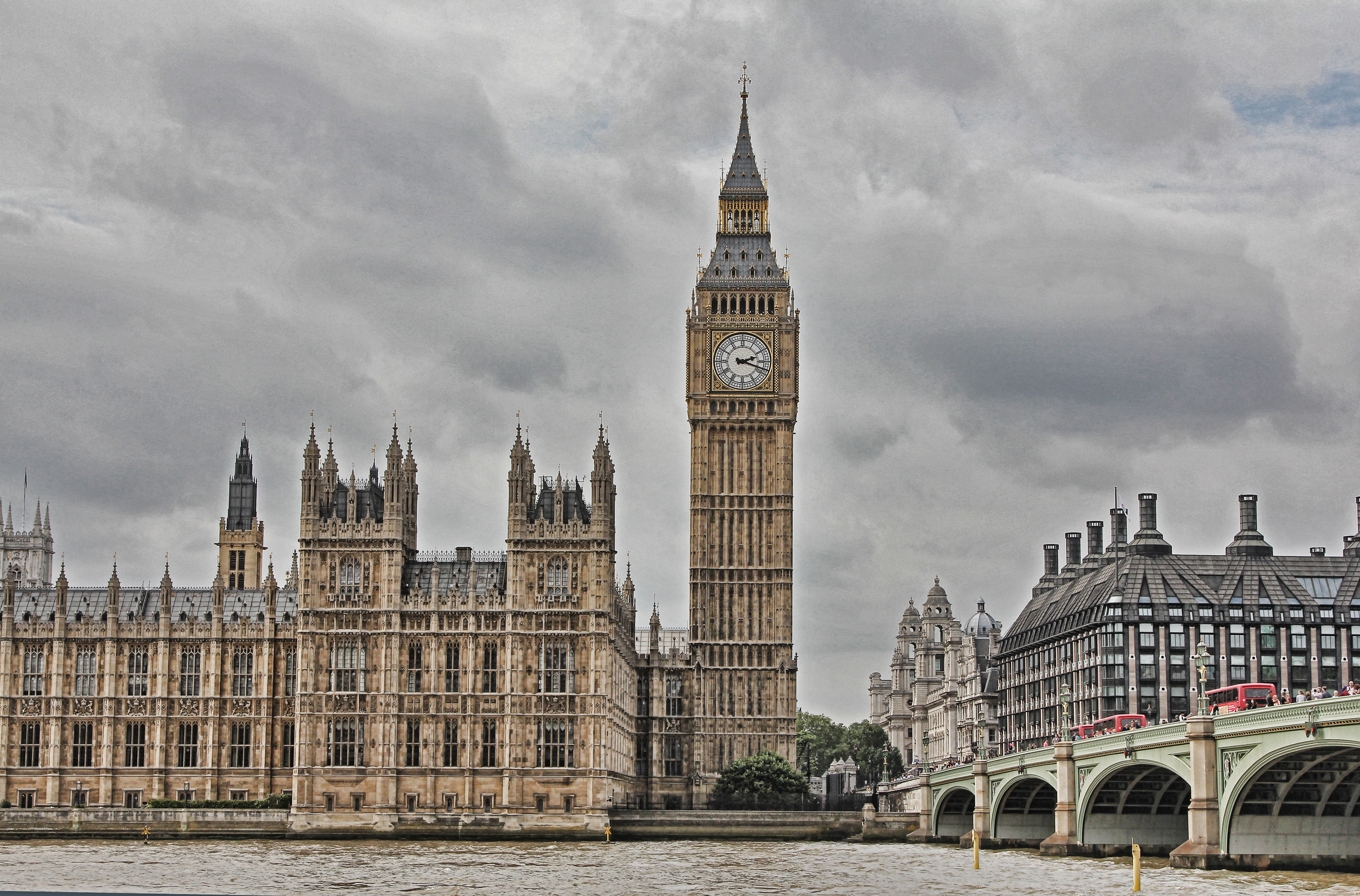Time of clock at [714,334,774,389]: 2:18
